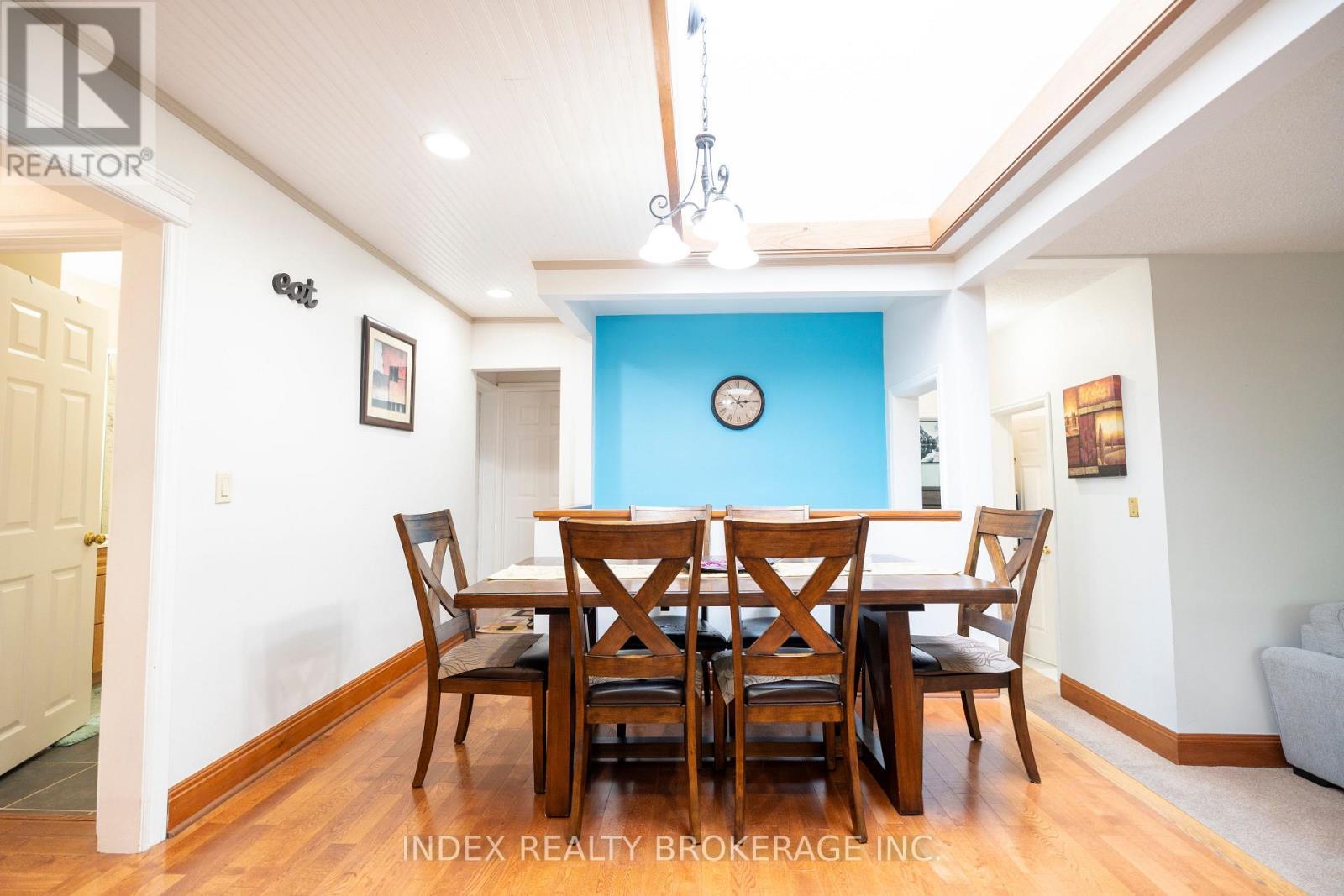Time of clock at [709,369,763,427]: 2:53
